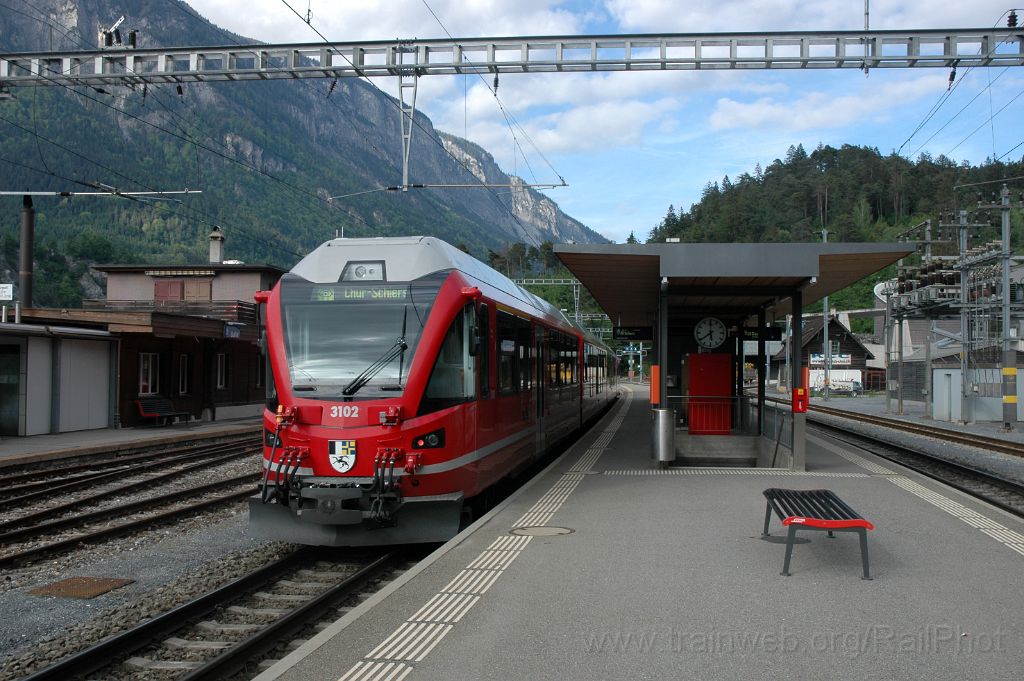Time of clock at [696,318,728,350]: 5:38
